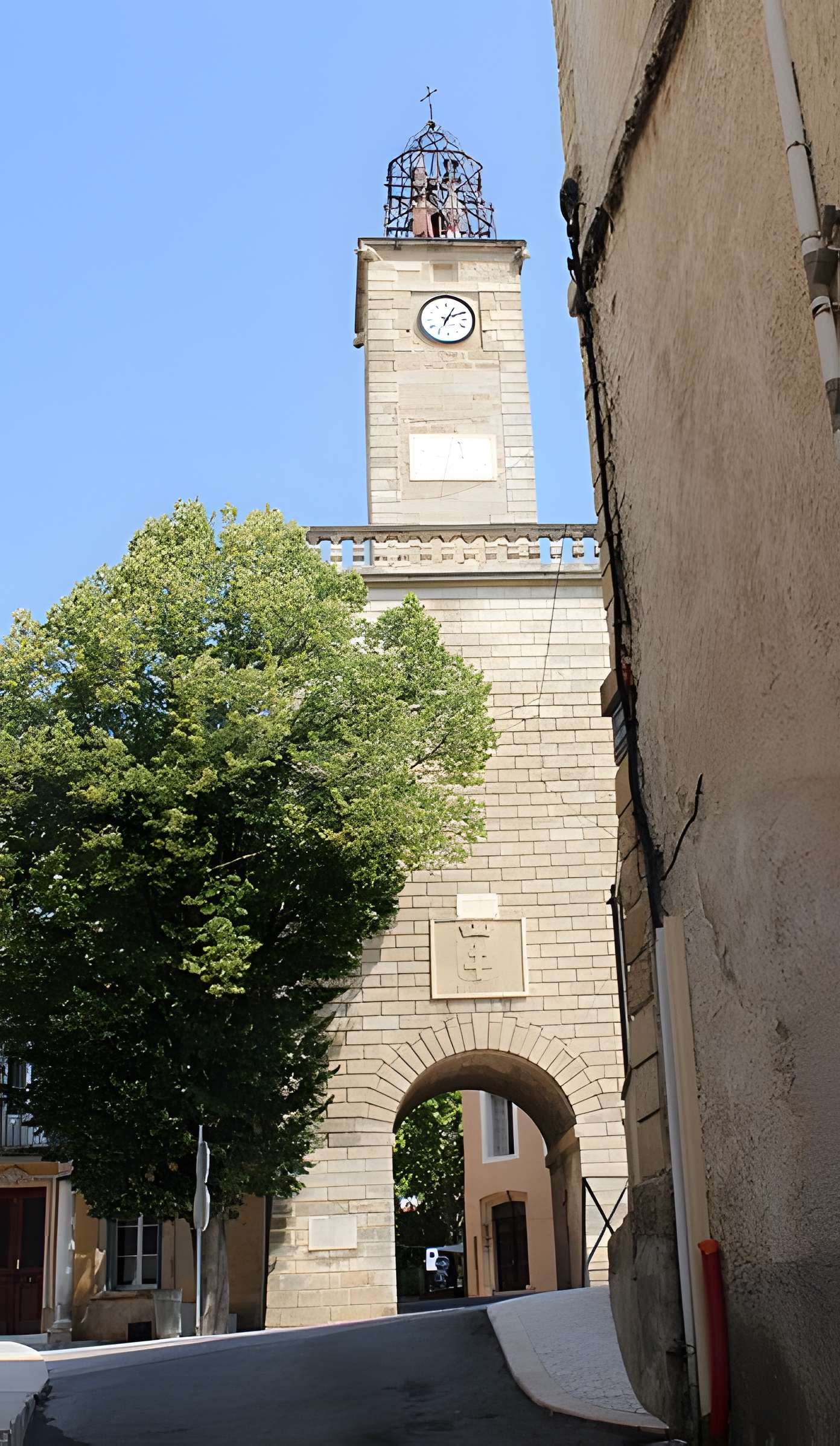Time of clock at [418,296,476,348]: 2:04
